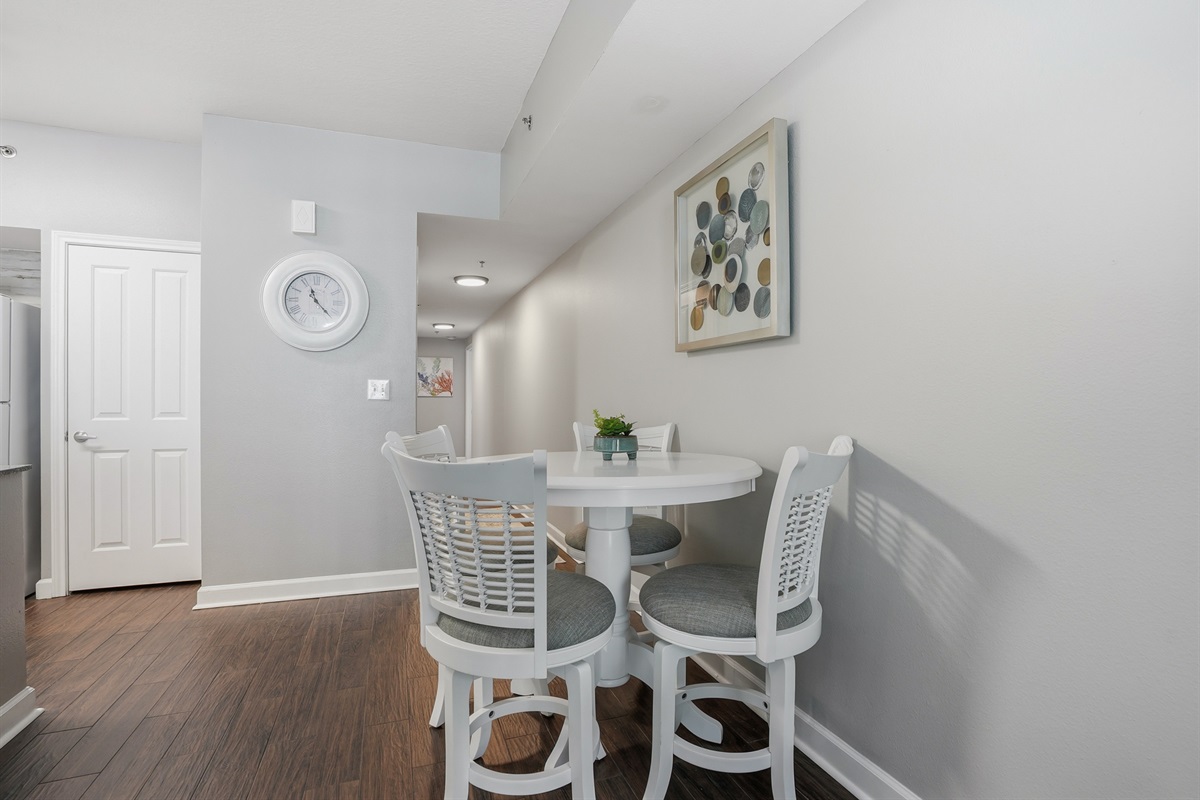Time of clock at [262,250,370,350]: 11:22
